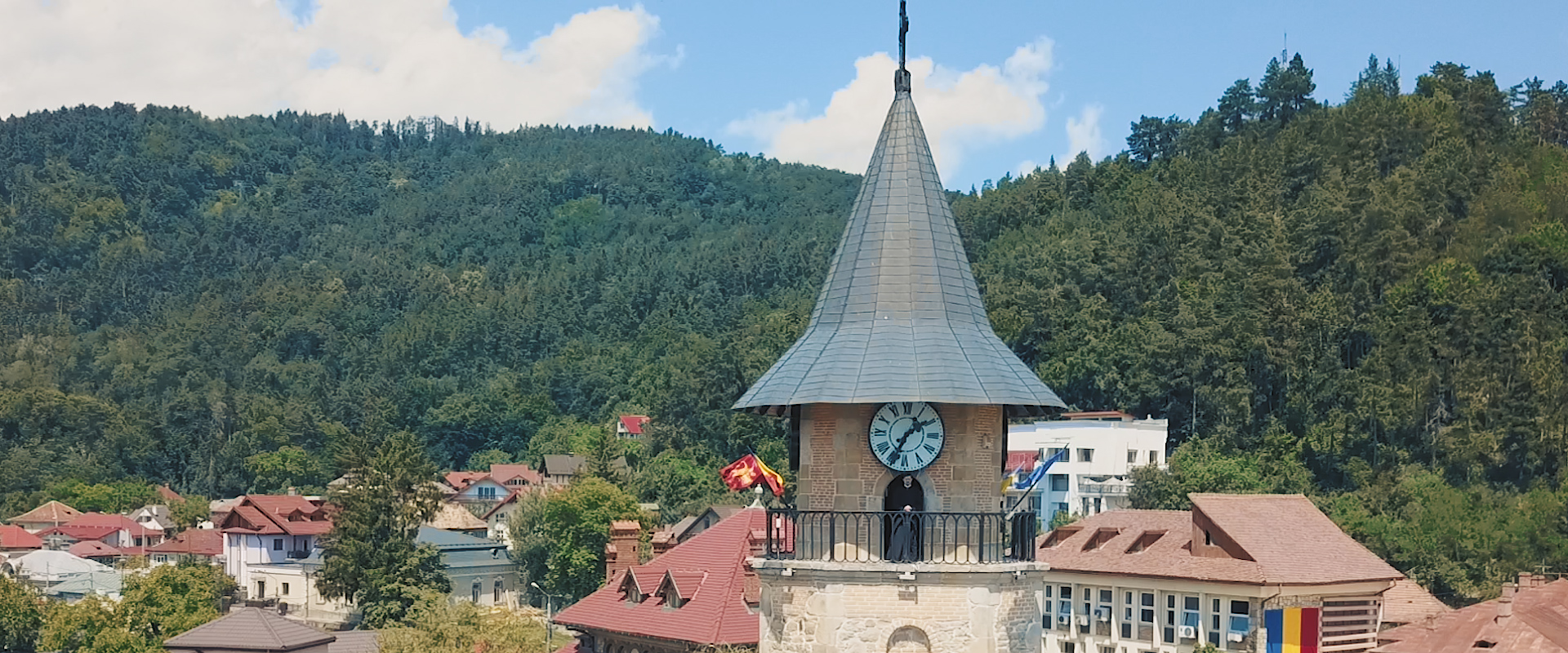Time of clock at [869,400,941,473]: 1:34
